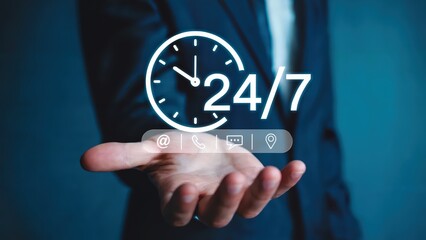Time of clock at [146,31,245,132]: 11:50
